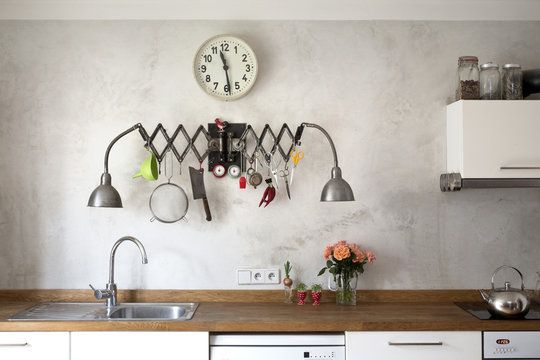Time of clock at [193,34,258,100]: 11:28
